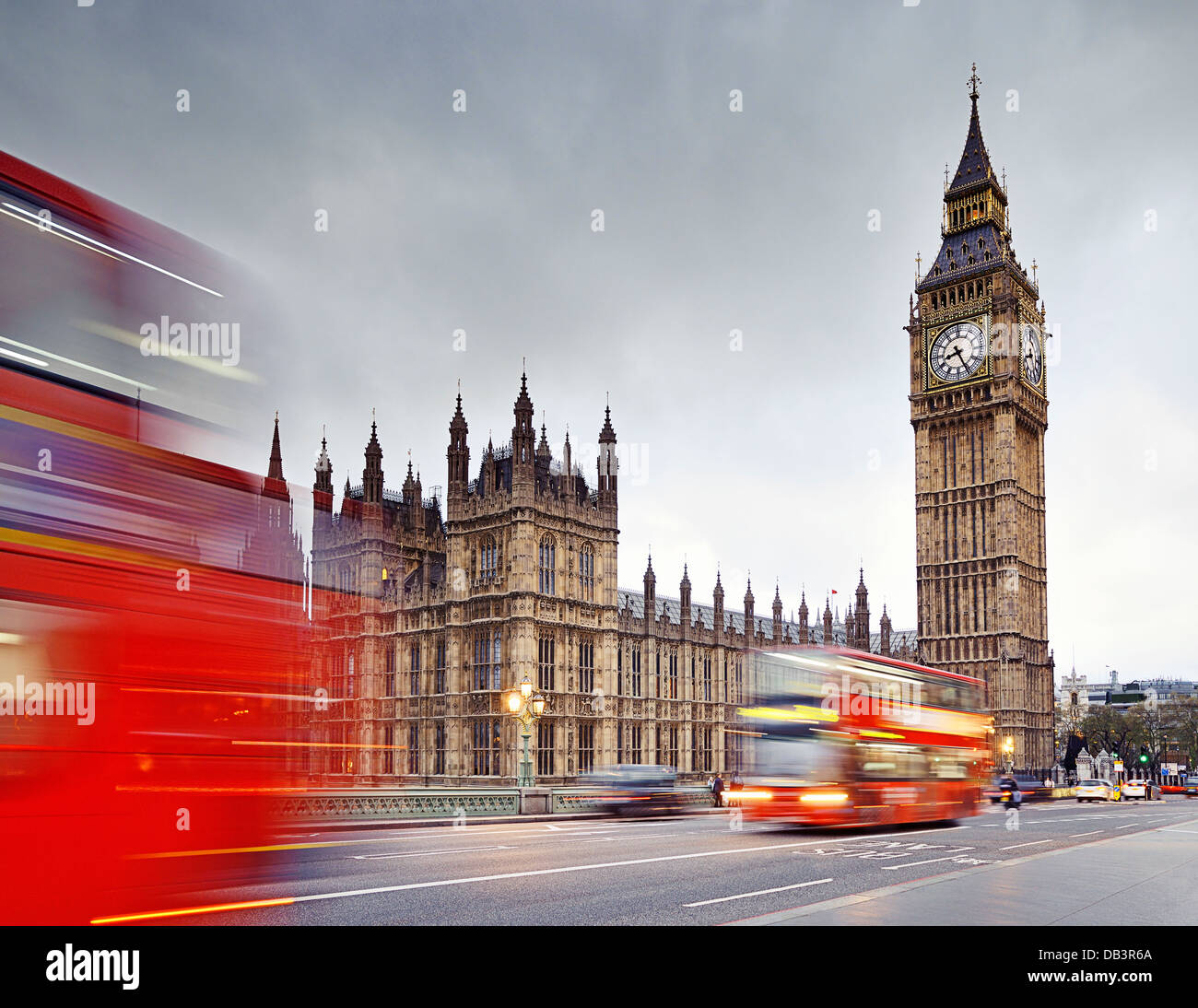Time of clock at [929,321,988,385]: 8:26
